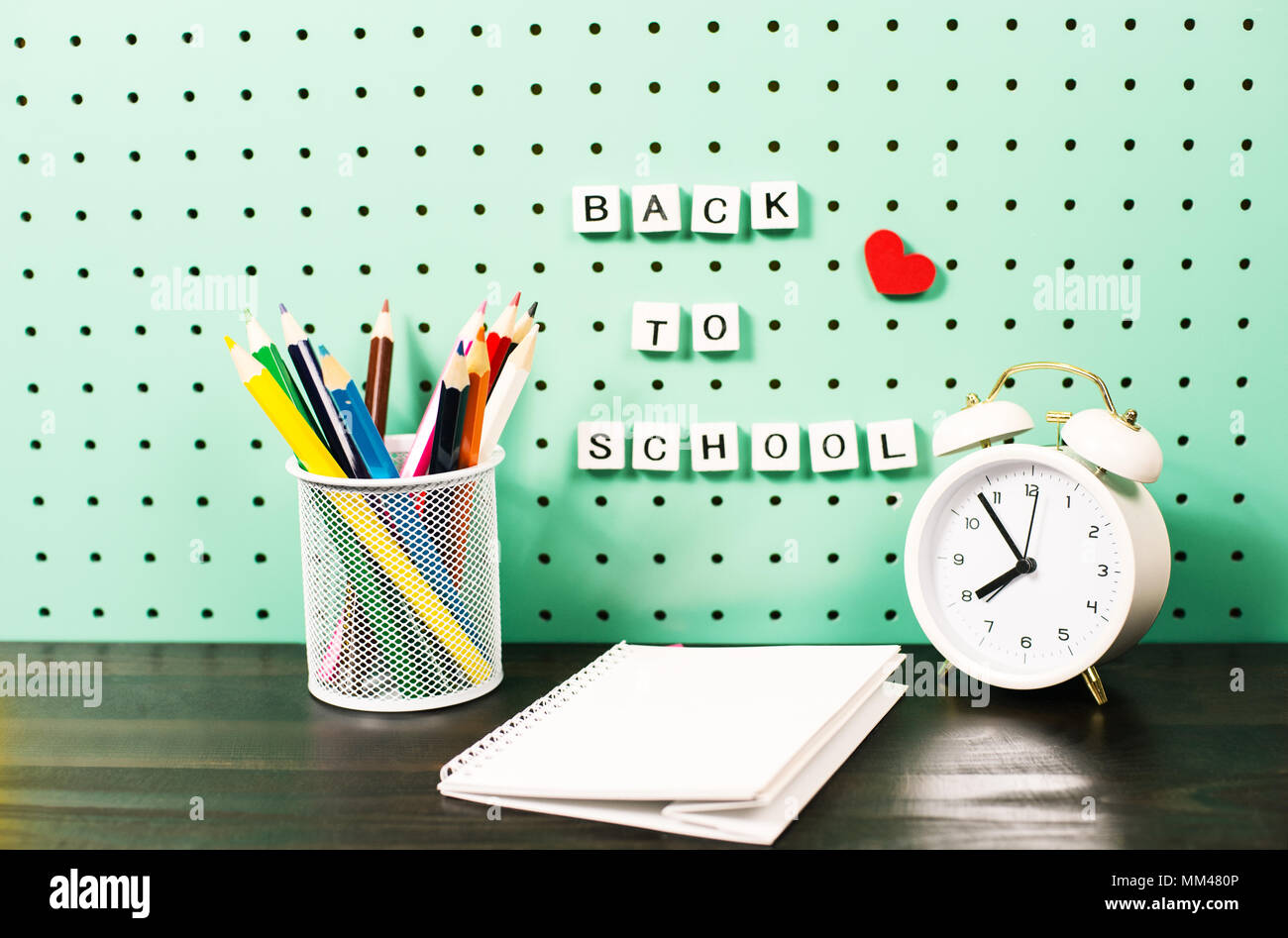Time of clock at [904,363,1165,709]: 7:53
